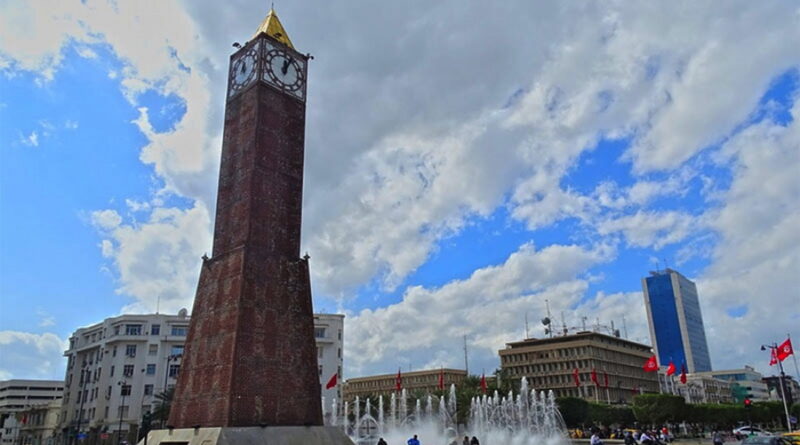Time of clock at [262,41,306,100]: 12:03
